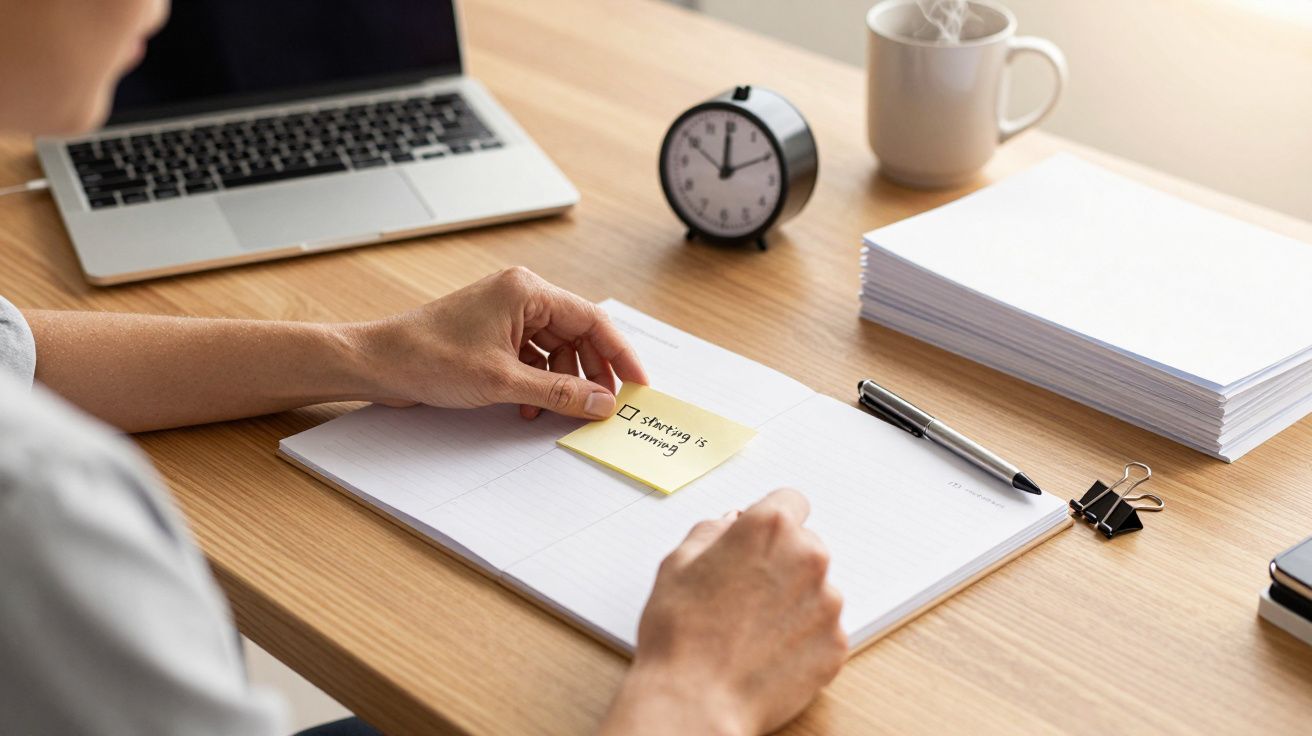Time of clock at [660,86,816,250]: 11:49
